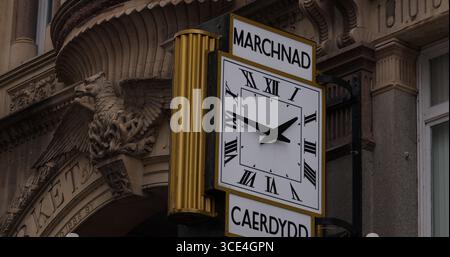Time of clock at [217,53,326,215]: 1:46
